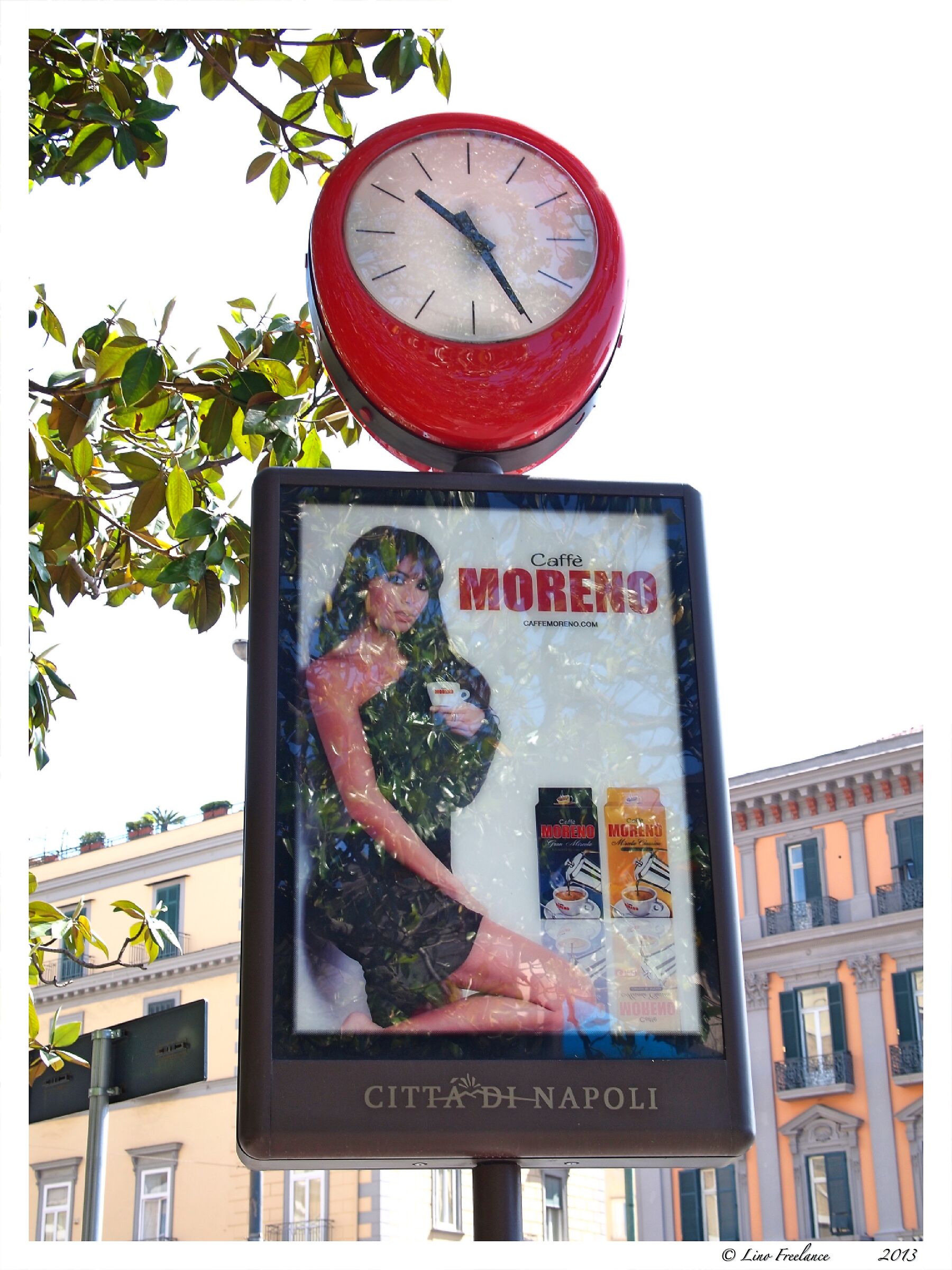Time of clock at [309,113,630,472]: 10:24
